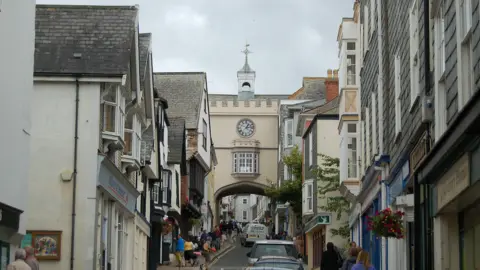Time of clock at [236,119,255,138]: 1:13
